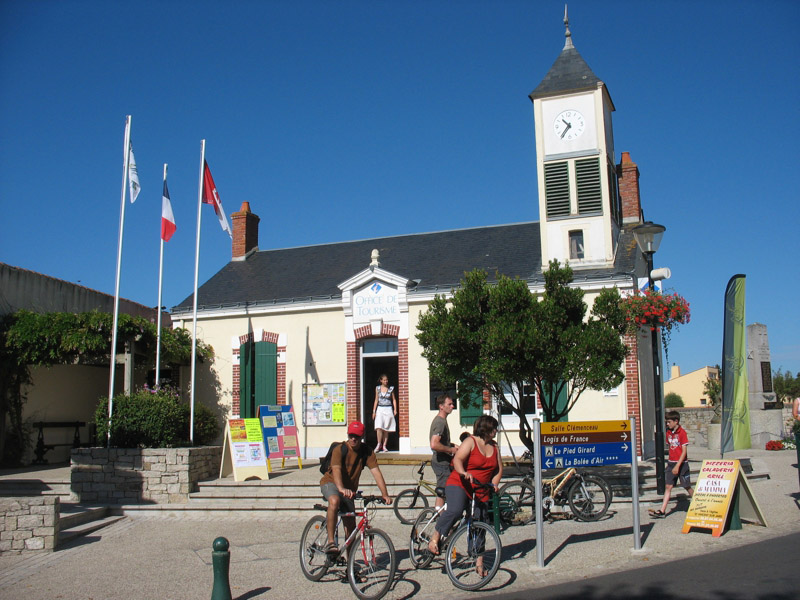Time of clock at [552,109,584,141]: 10:36
